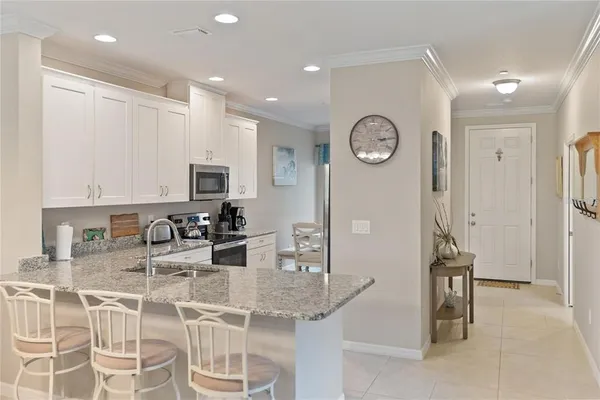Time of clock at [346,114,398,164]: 3:14
